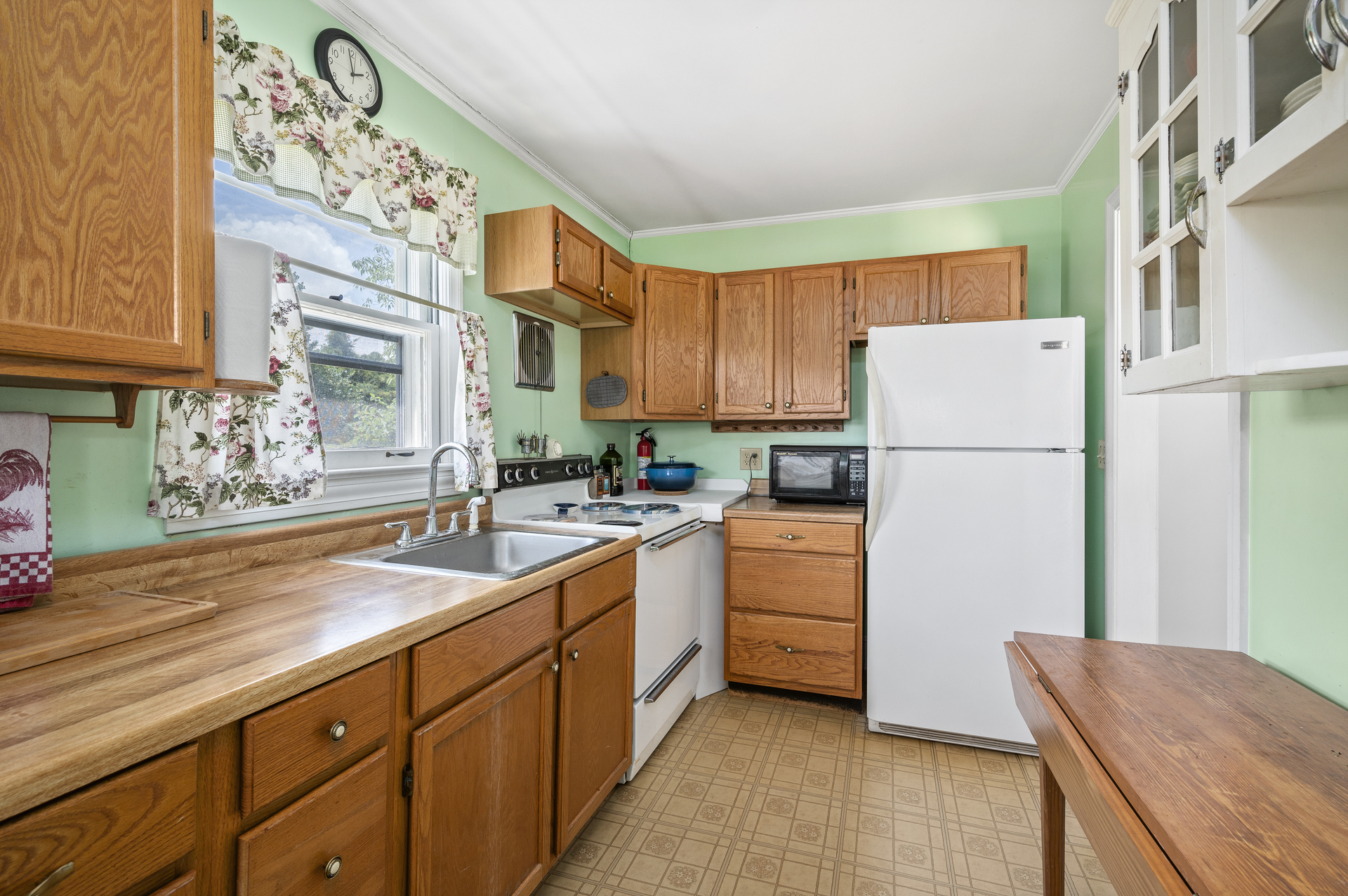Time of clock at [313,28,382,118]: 1:58
